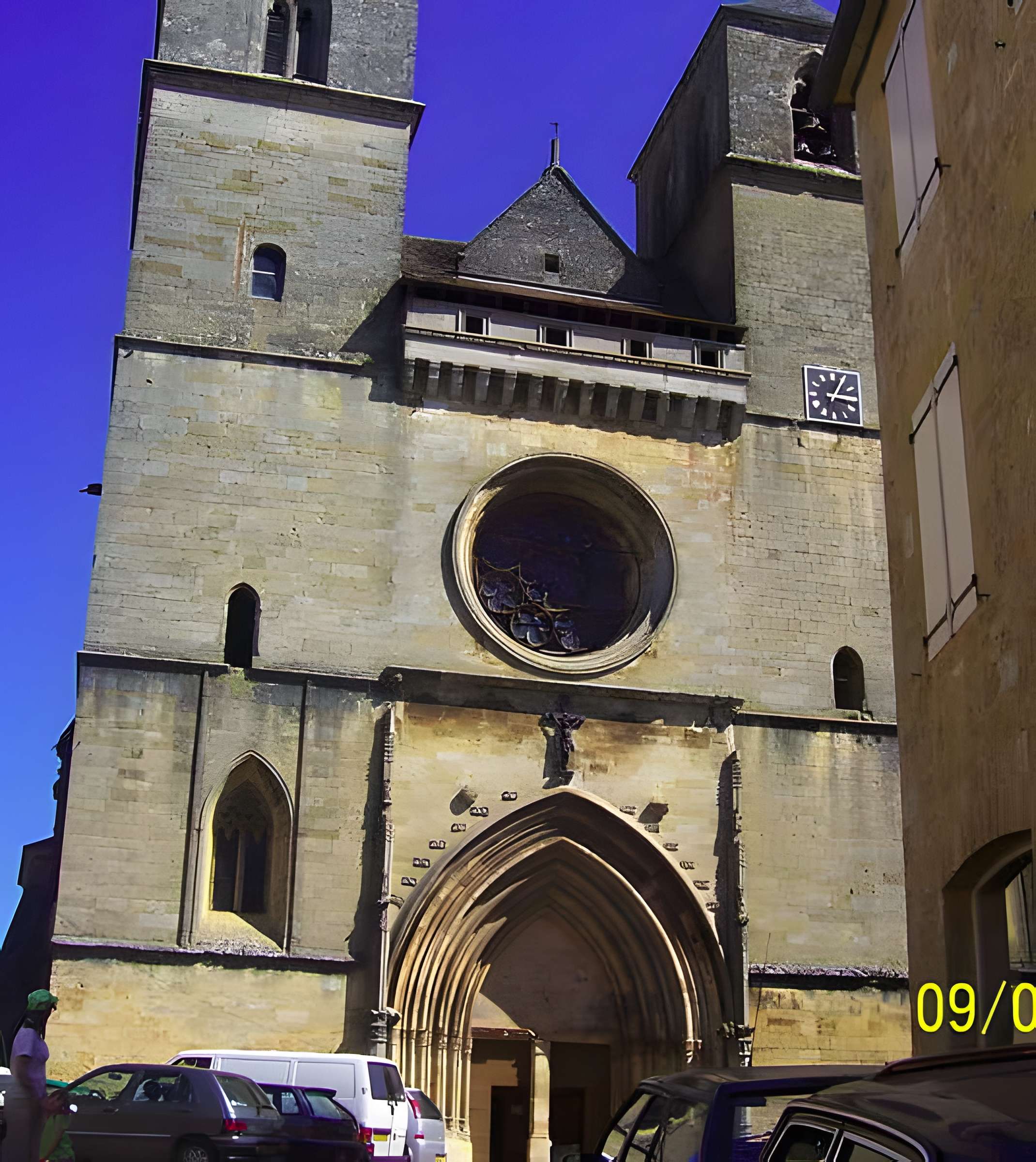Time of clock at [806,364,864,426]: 3:05
